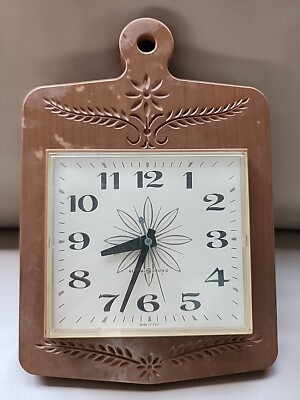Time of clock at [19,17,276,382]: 8:33
